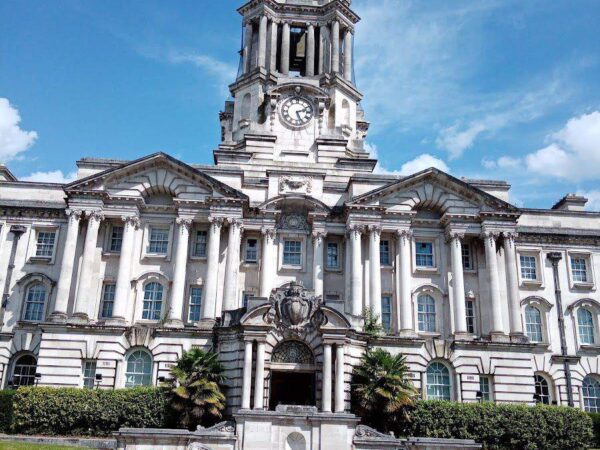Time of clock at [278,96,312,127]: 2:26
